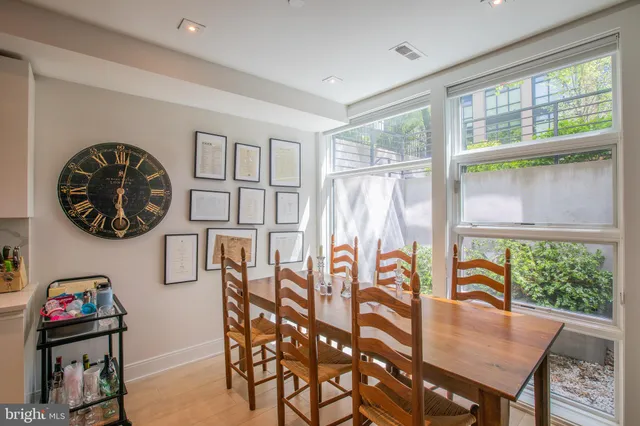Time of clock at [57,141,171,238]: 6:01
